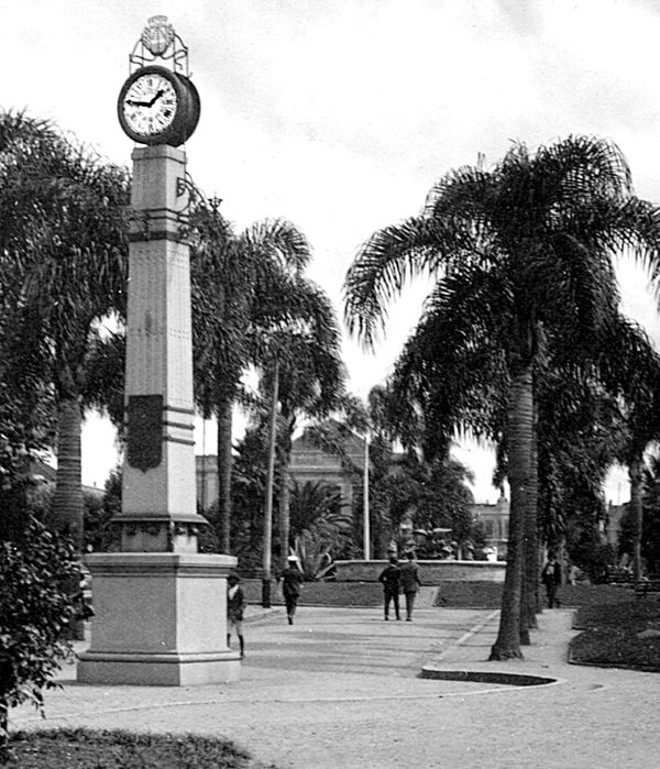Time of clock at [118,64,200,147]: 1:46
